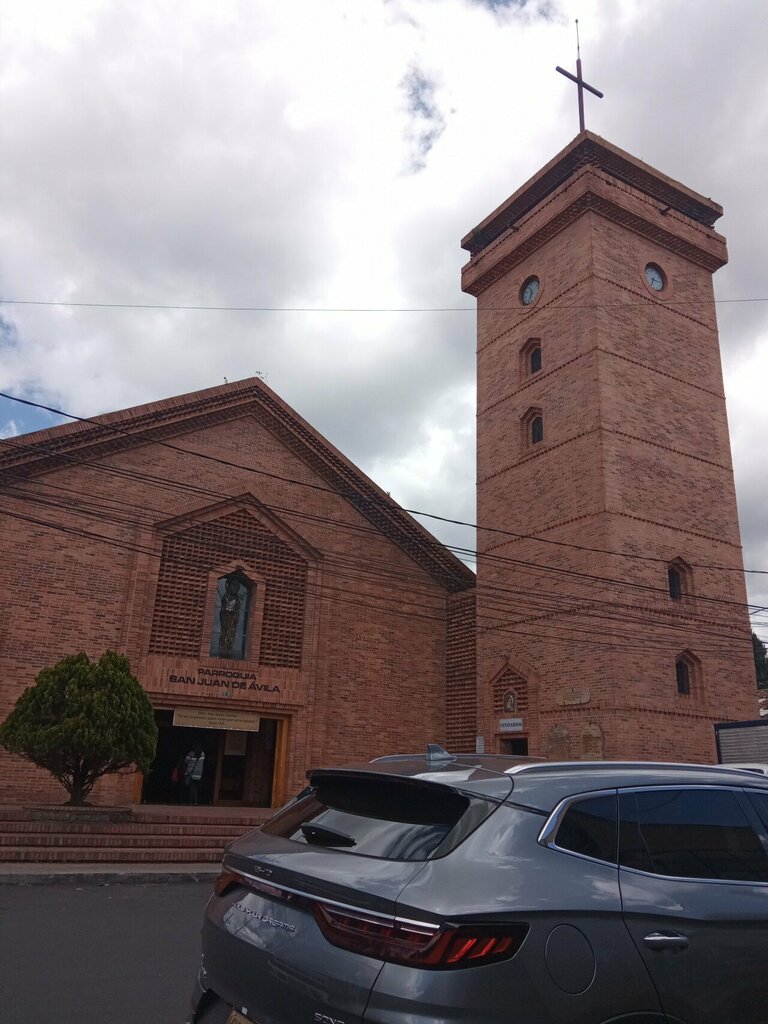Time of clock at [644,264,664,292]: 7:15
